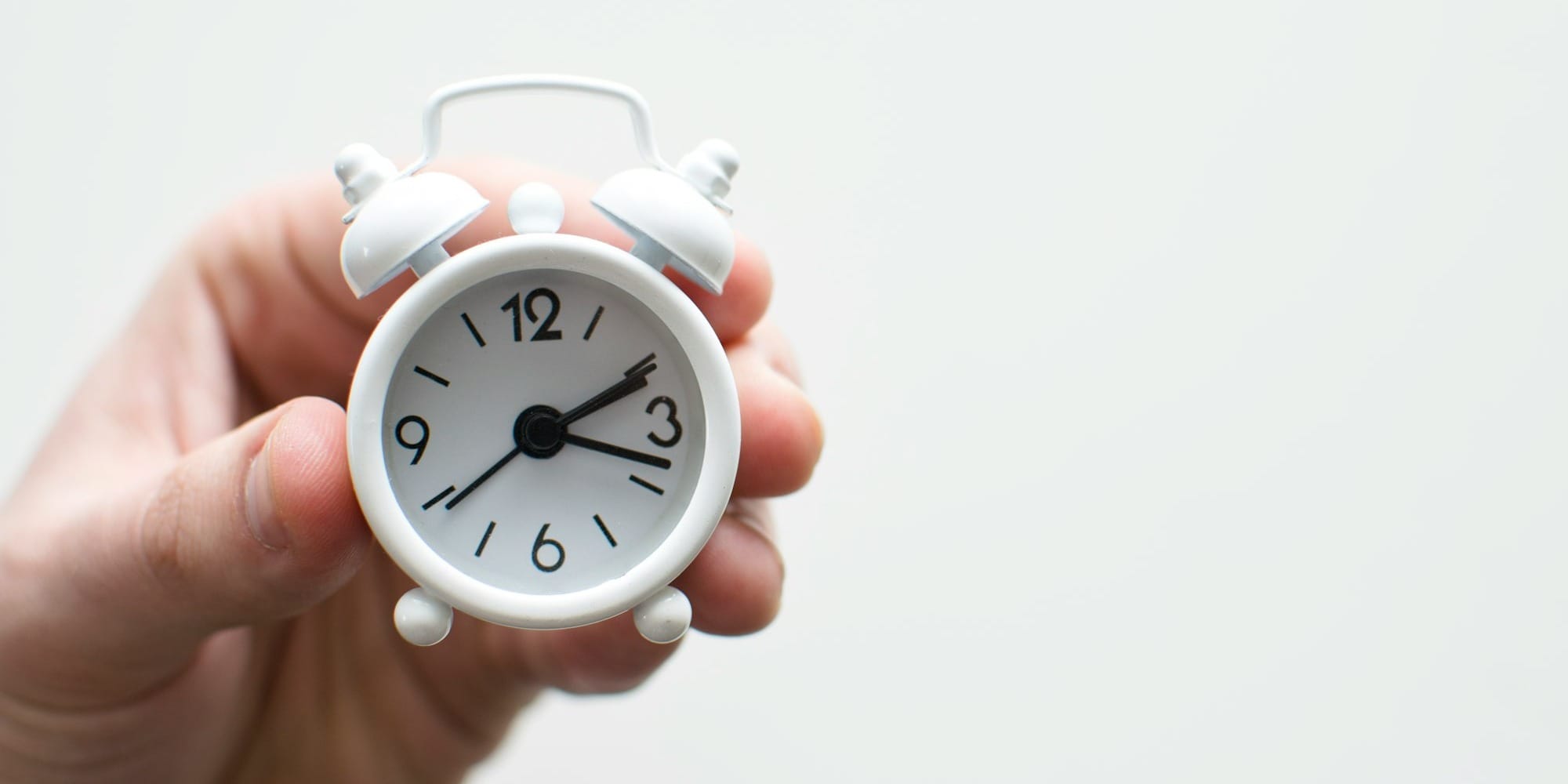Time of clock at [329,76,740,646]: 2:18
